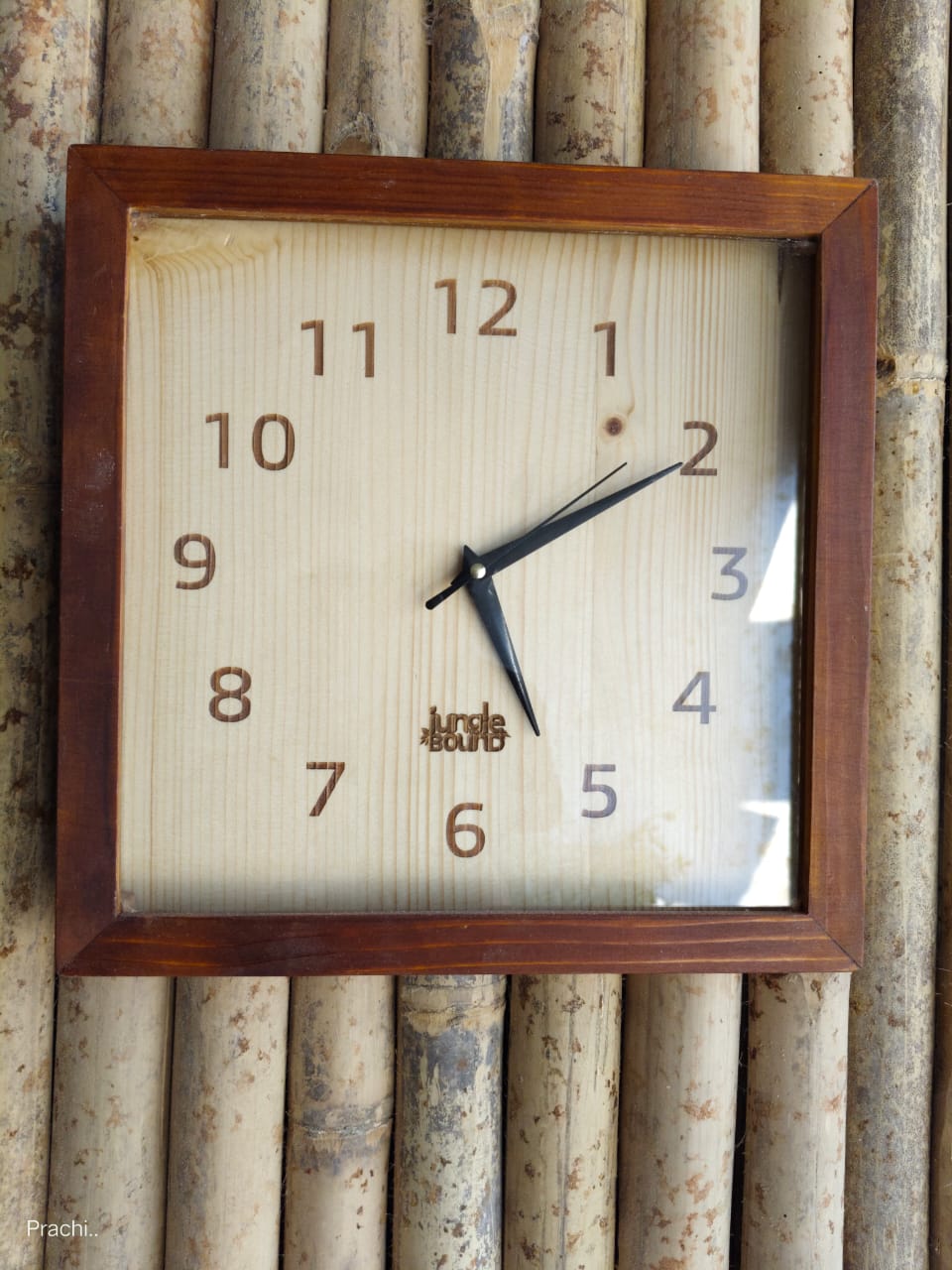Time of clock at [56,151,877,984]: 5:10
